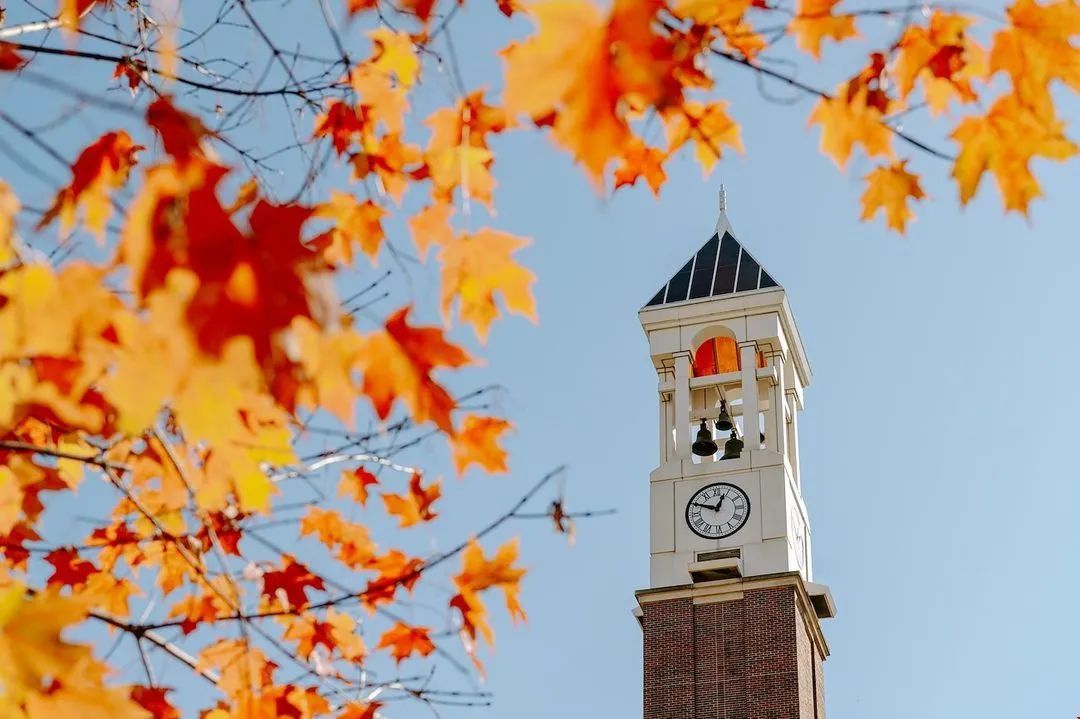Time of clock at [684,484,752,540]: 12:49
